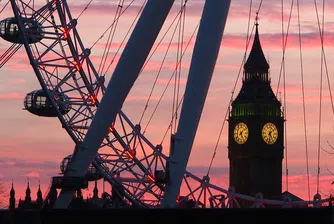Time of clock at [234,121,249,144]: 5:08
